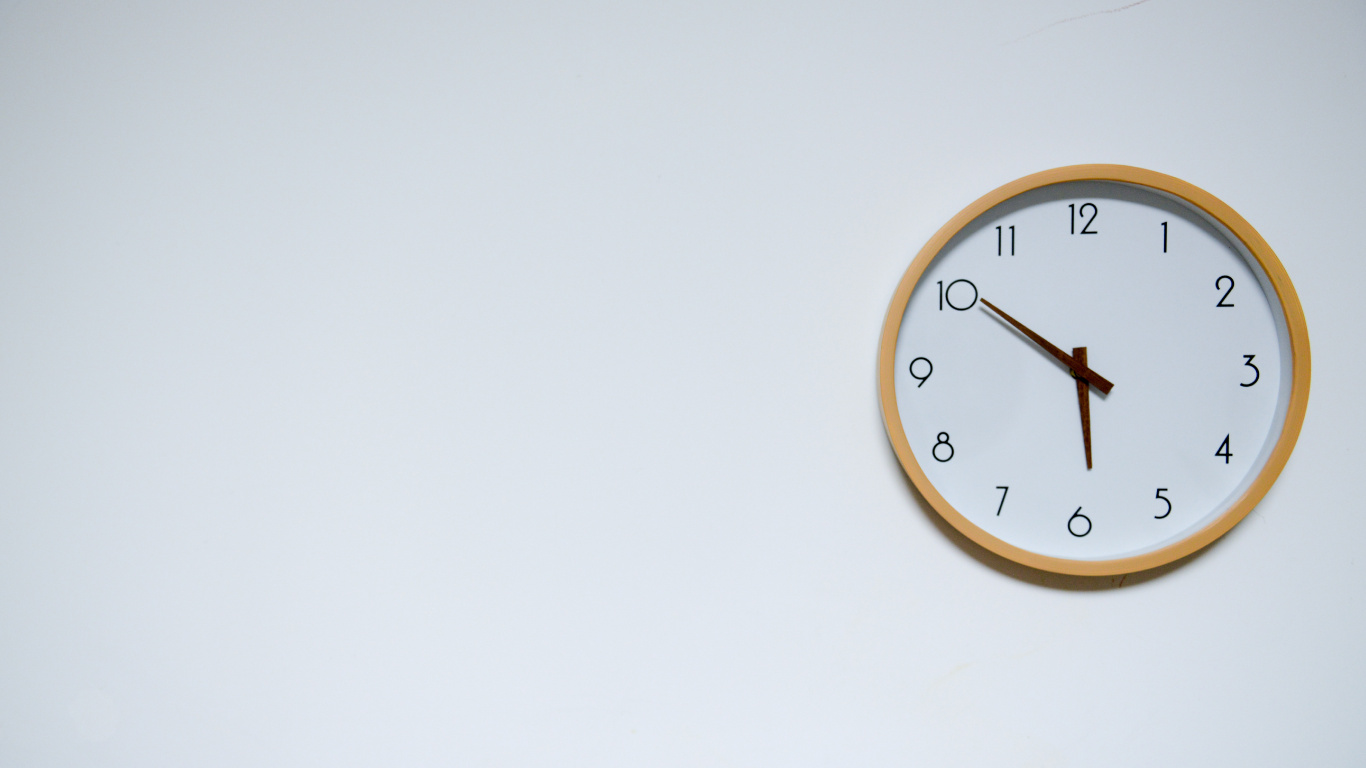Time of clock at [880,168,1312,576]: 5:50
